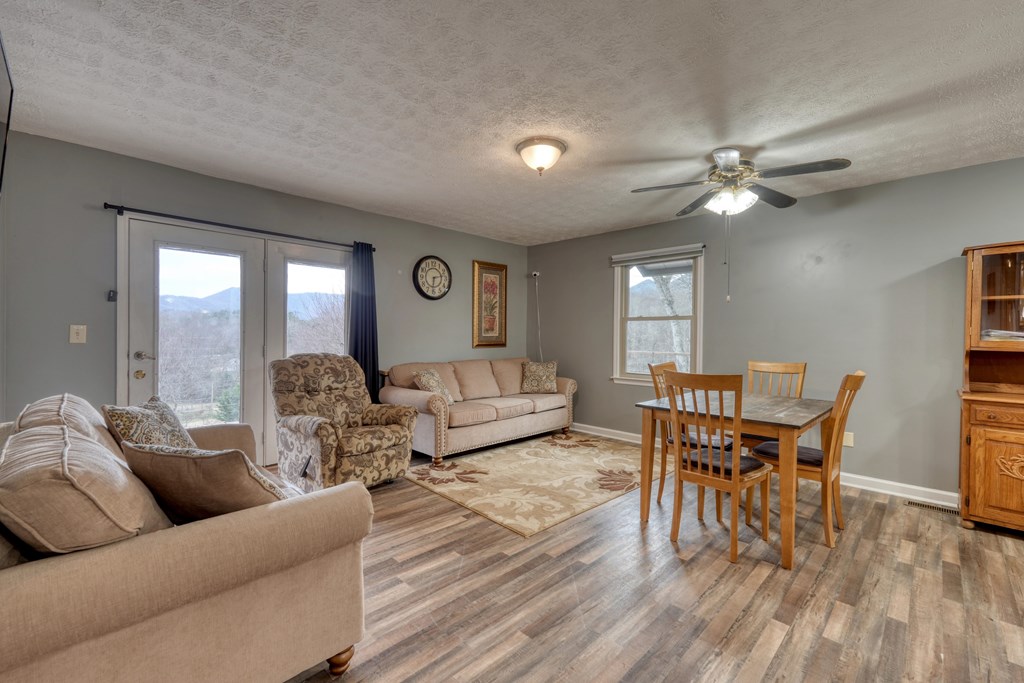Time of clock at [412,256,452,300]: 6:13
